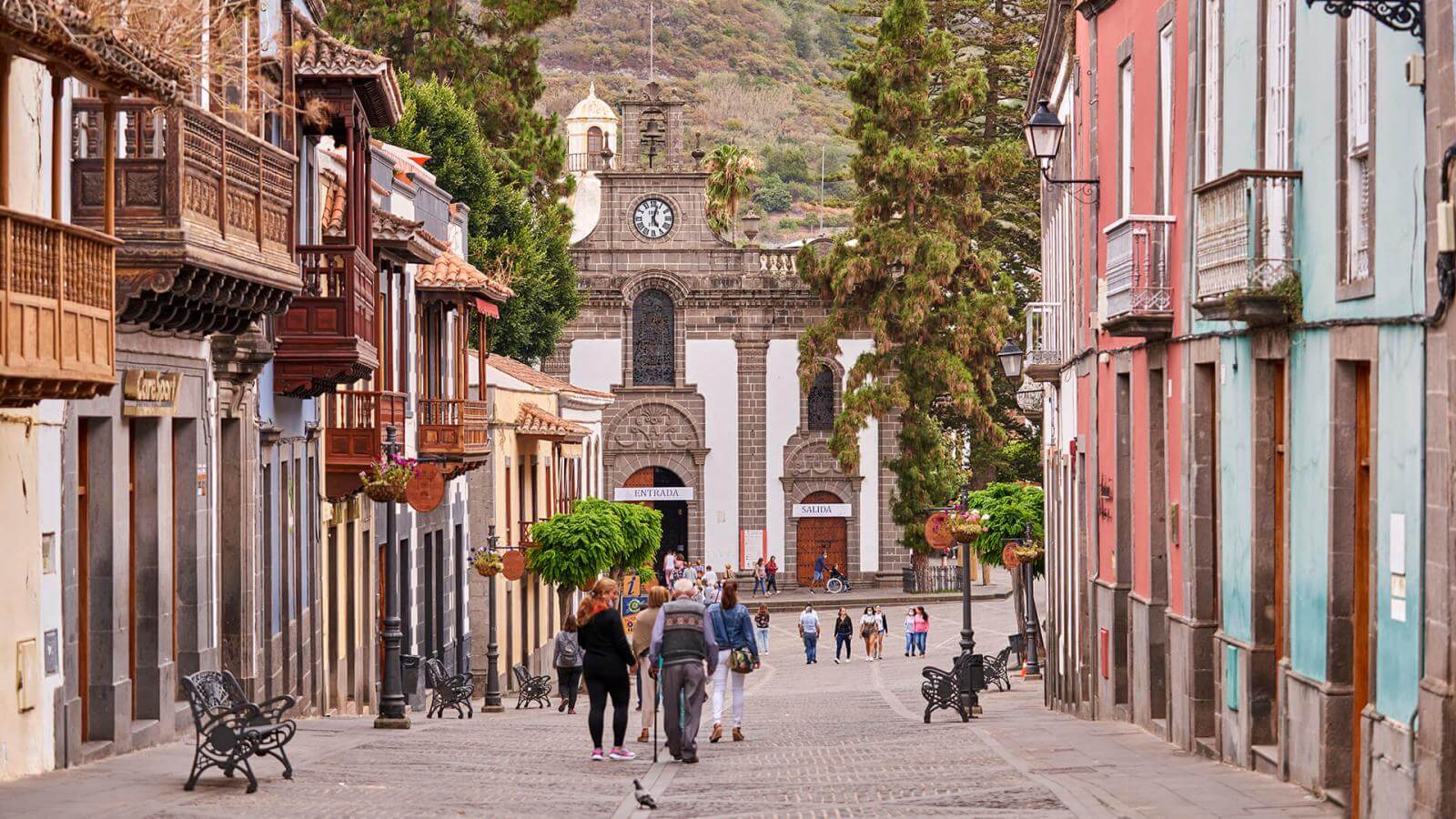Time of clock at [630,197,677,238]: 5:02
